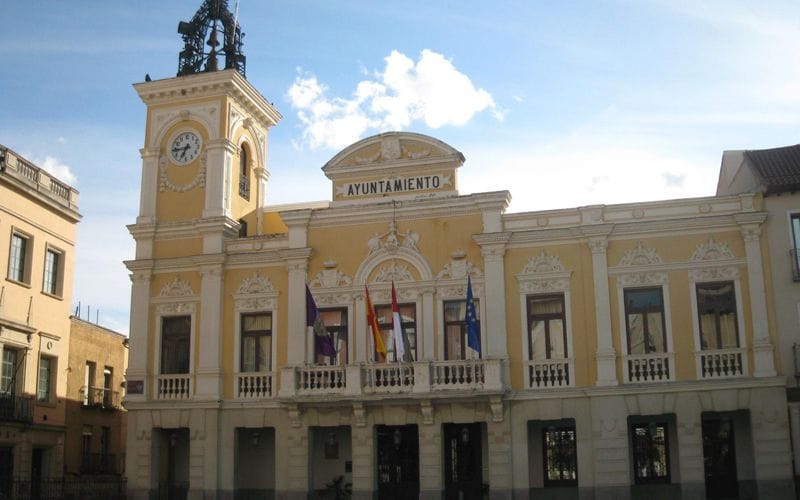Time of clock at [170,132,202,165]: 6:43
